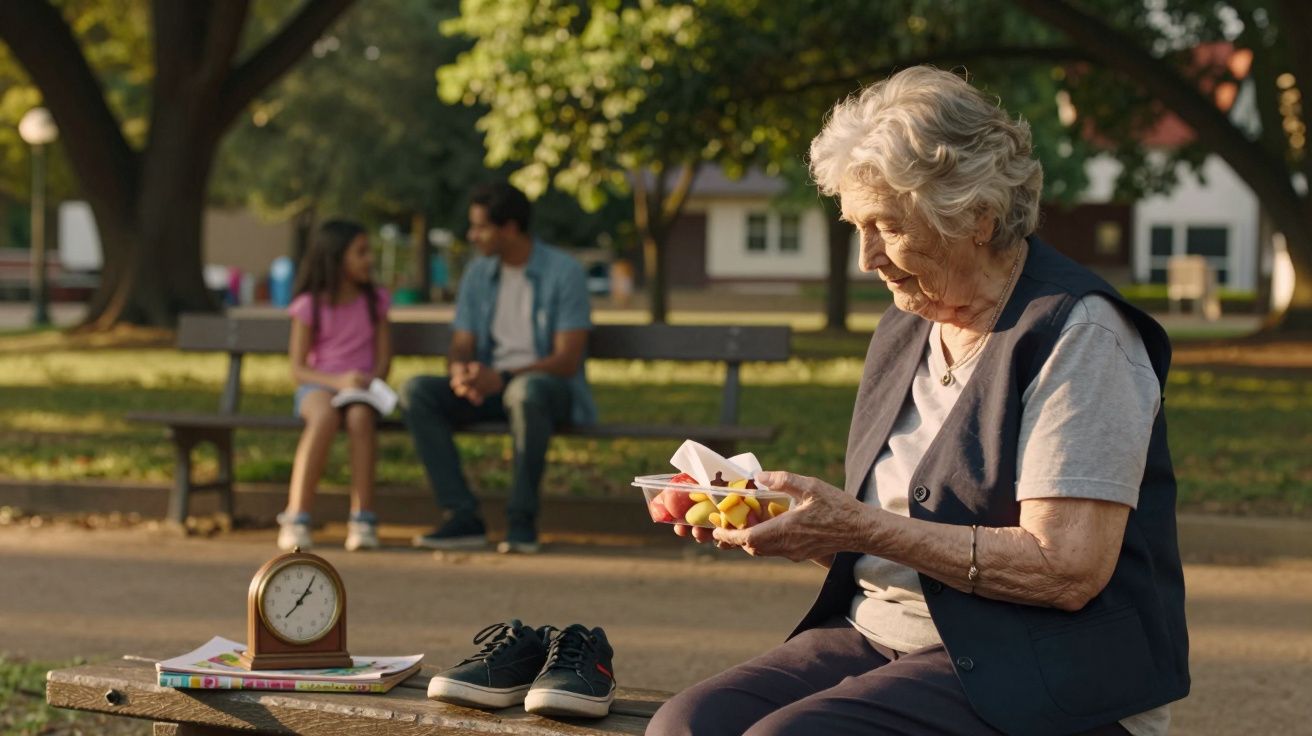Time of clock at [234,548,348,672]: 1:05
